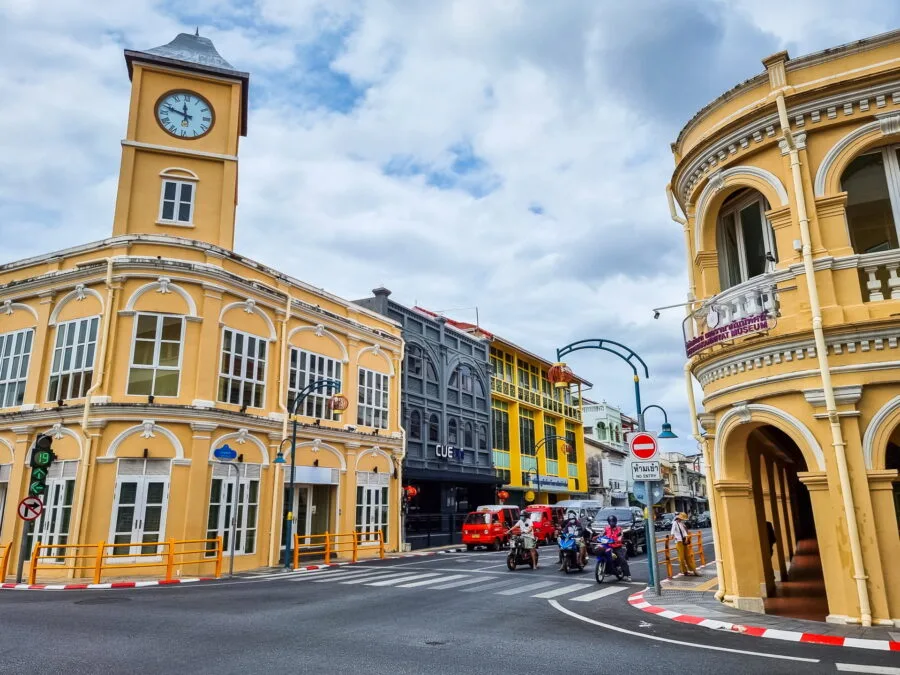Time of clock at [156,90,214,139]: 11:48
